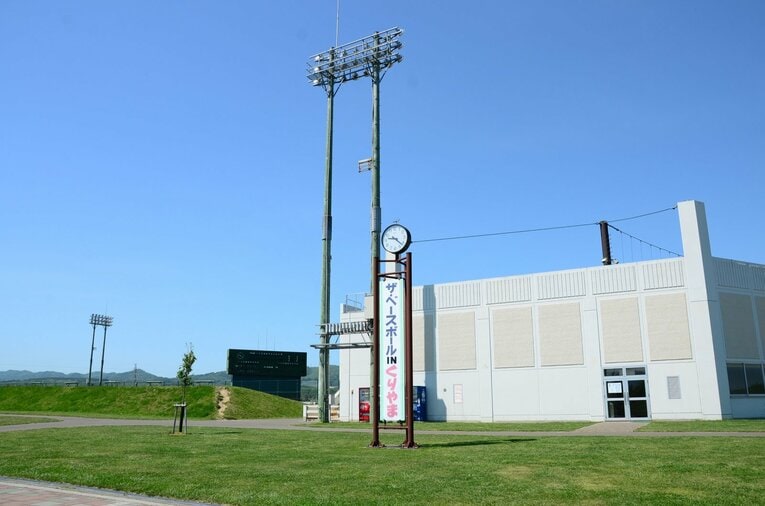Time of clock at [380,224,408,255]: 9:22
